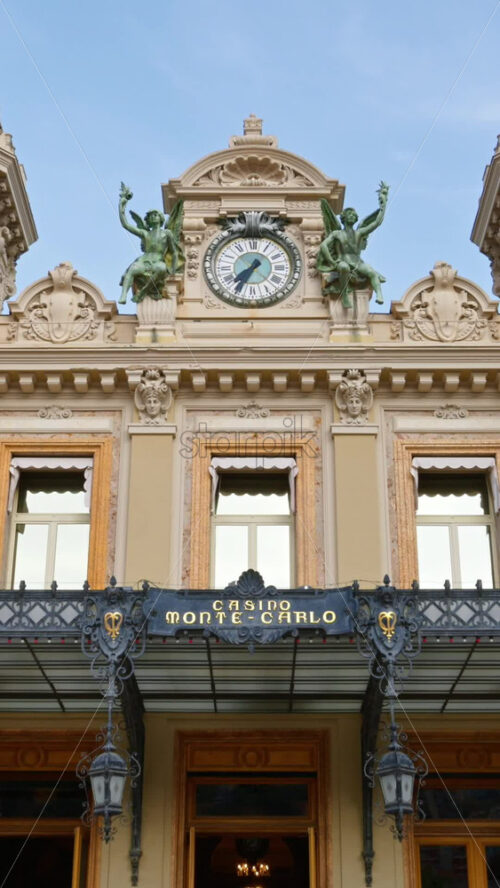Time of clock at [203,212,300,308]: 7:34
